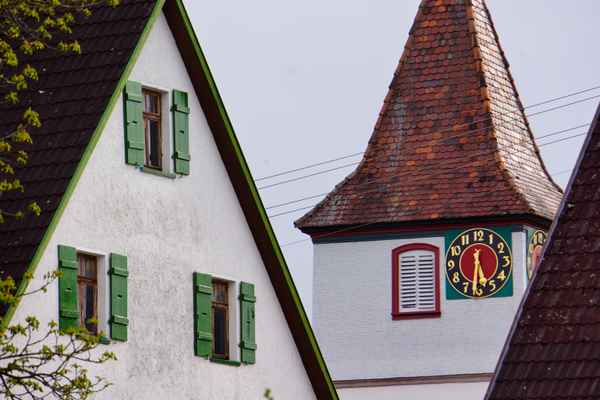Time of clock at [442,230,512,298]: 5:31
